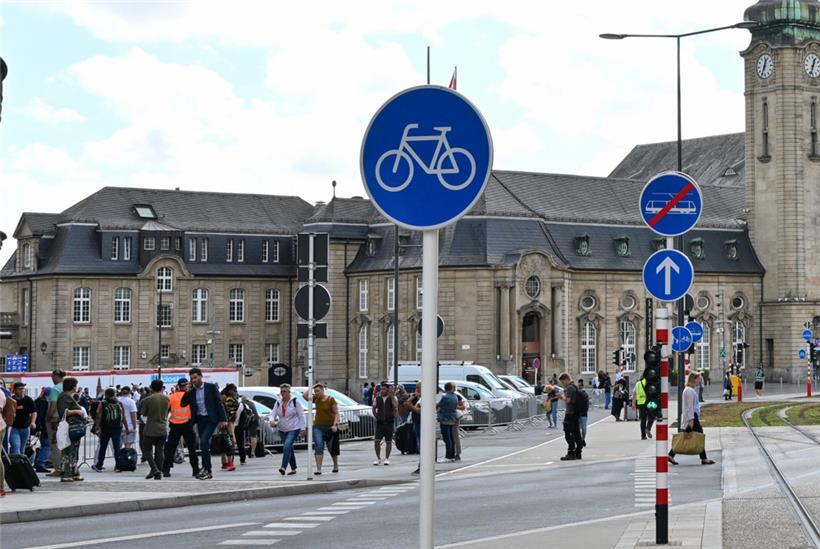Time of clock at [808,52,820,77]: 12:32
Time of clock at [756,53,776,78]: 12:34
